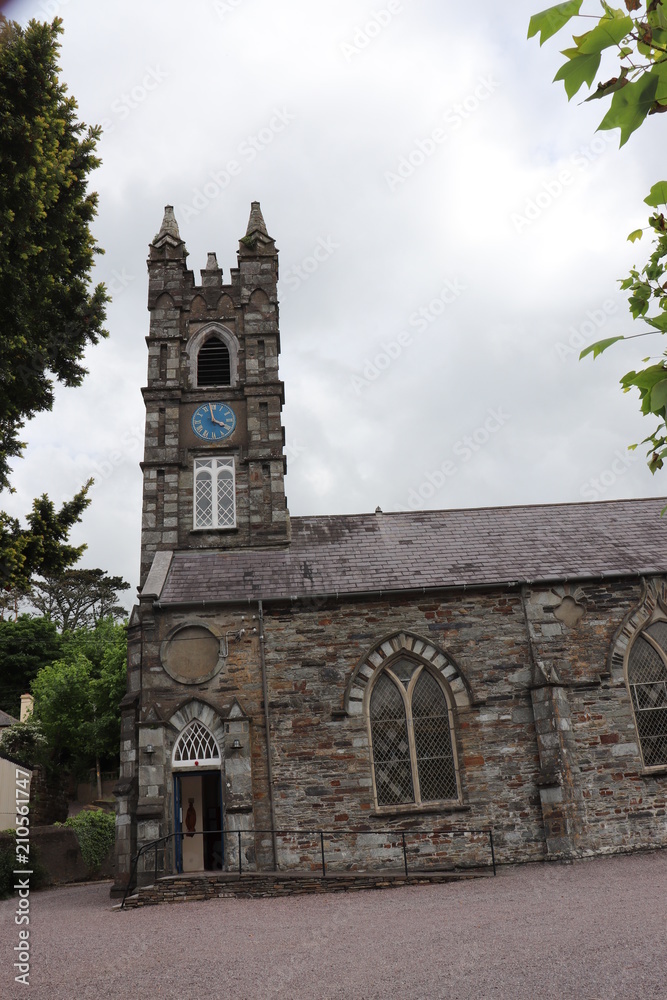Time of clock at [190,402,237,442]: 3:58
